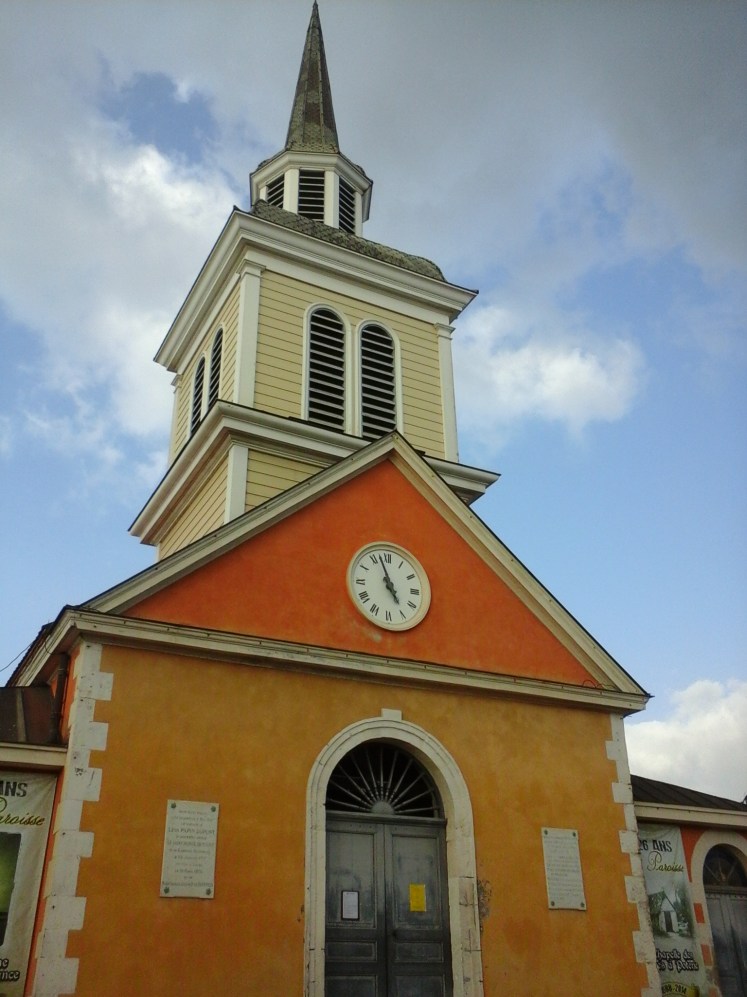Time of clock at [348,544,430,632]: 4:57
